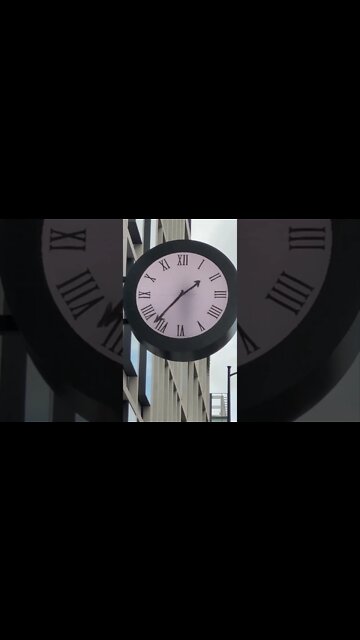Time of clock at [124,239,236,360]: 1:36
